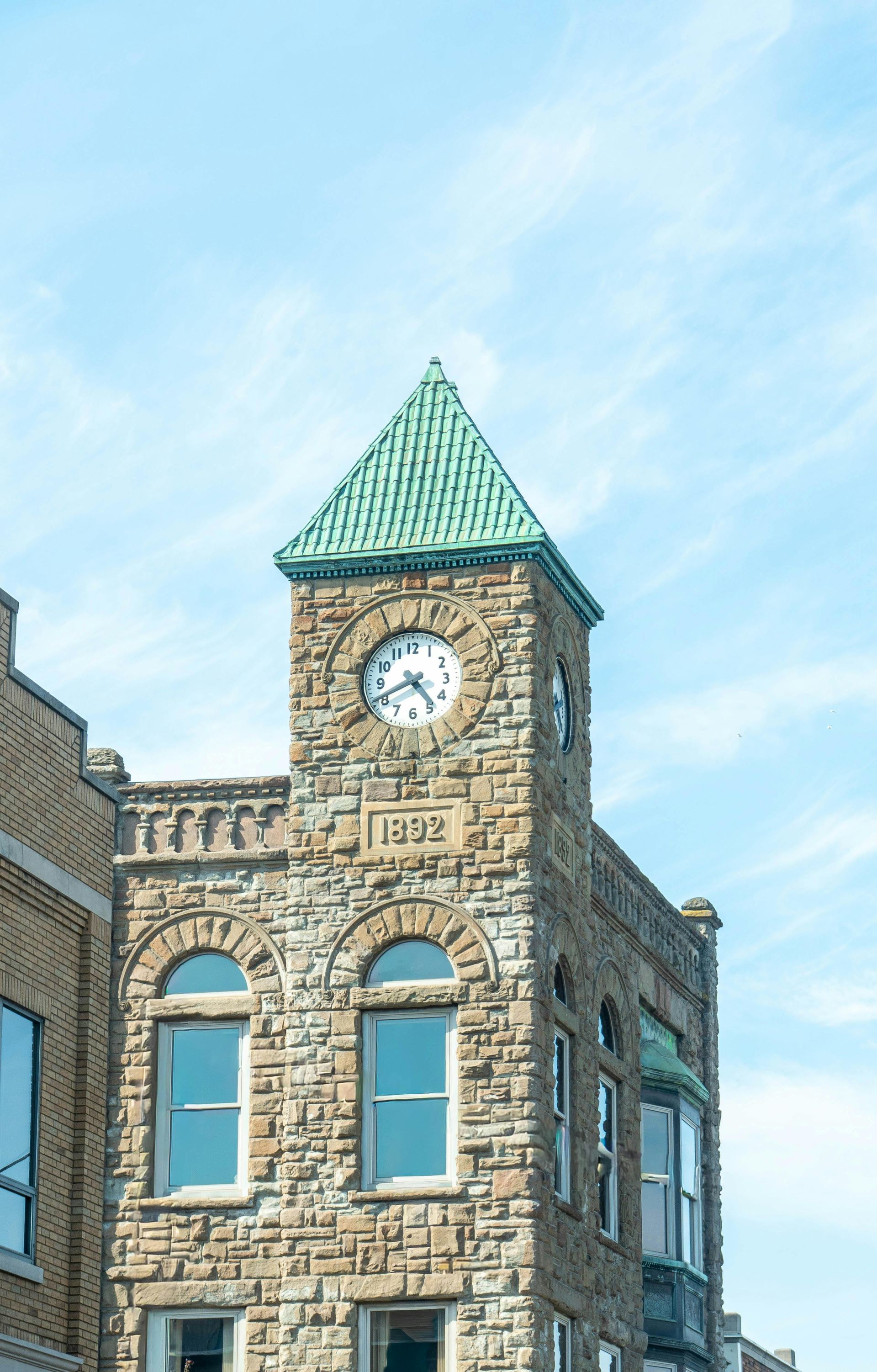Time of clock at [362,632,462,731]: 4:40
